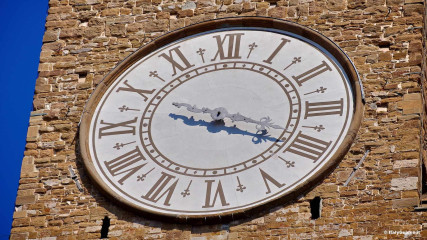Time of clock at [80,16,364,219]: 9:19
